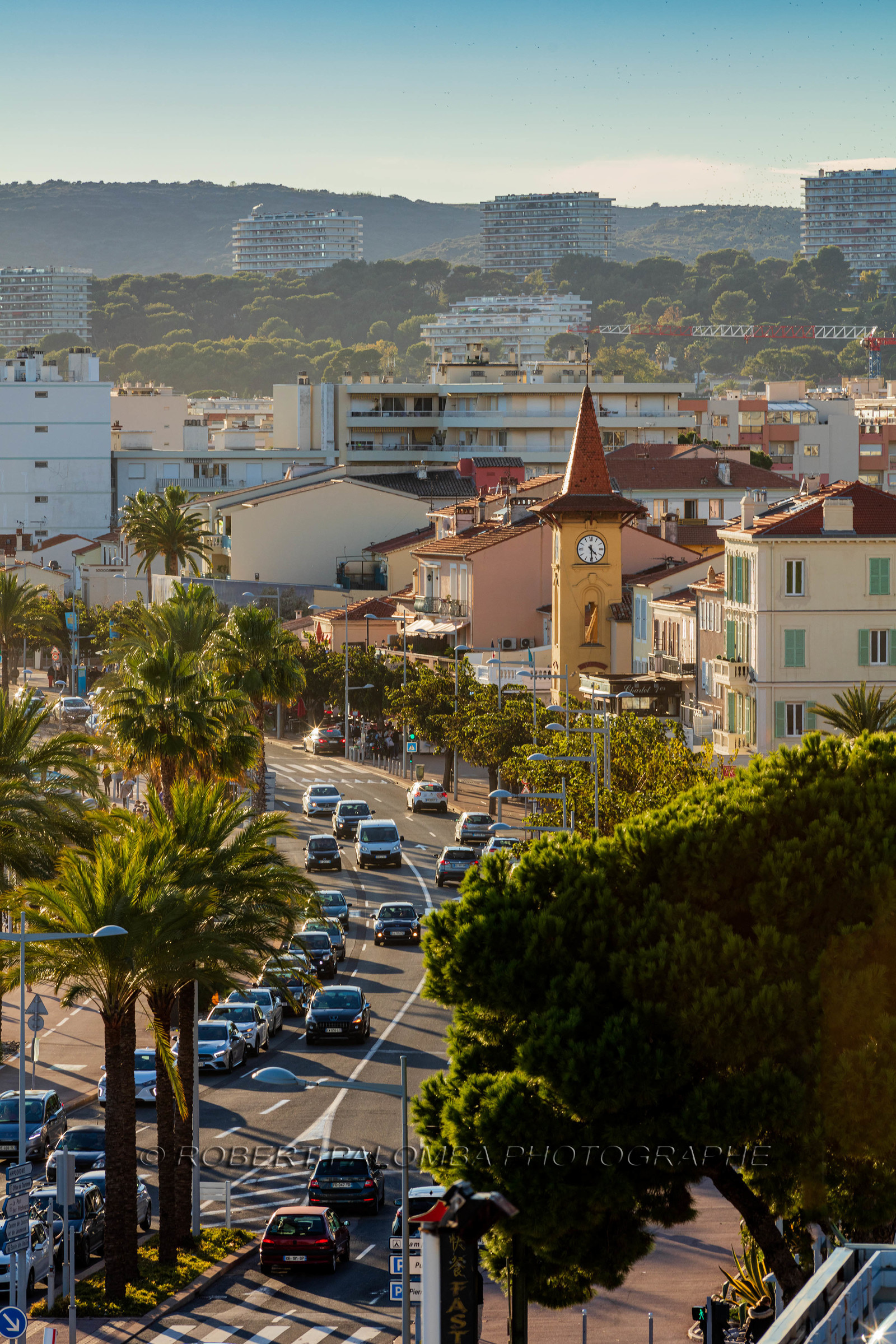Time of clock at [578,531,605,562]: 4:29
